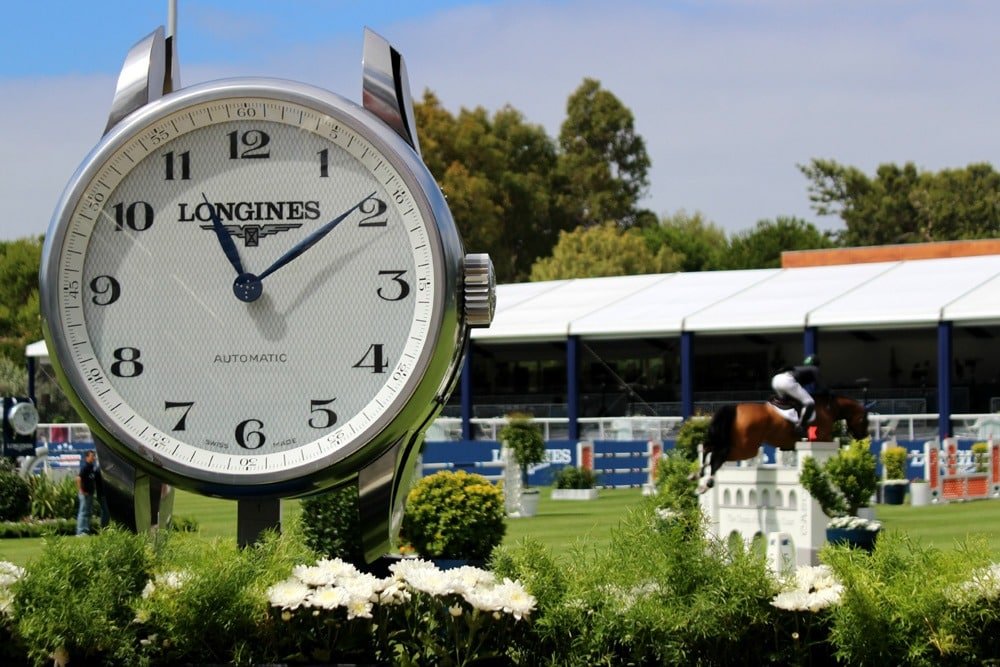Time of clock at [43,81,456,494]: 11:09
